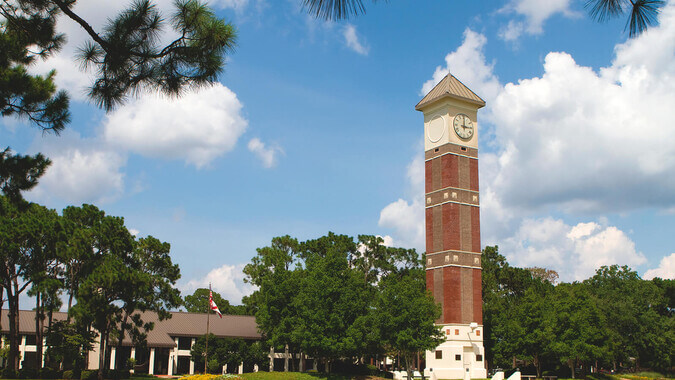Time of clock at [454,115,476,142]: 3:01
